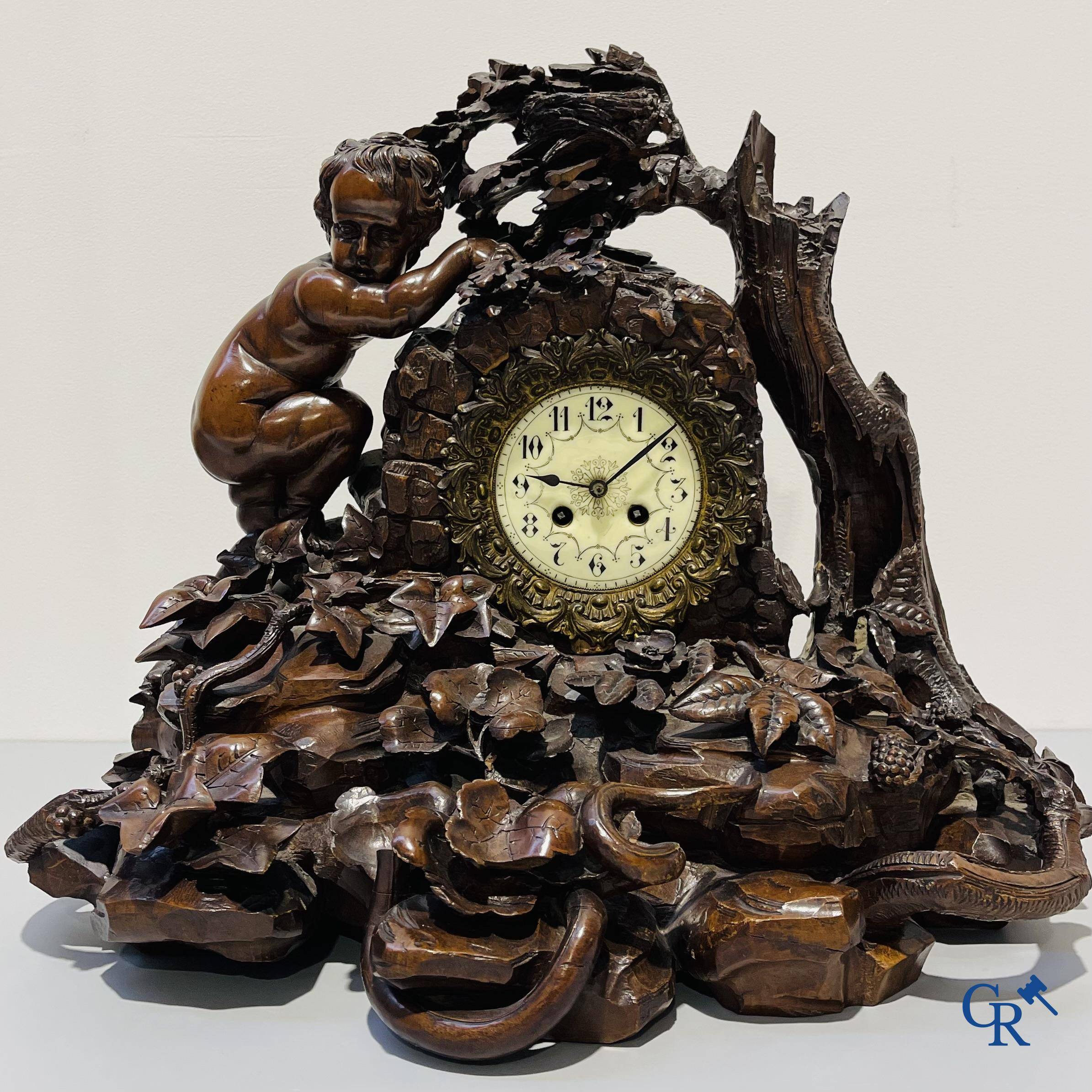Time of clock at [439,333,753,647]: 9:08
